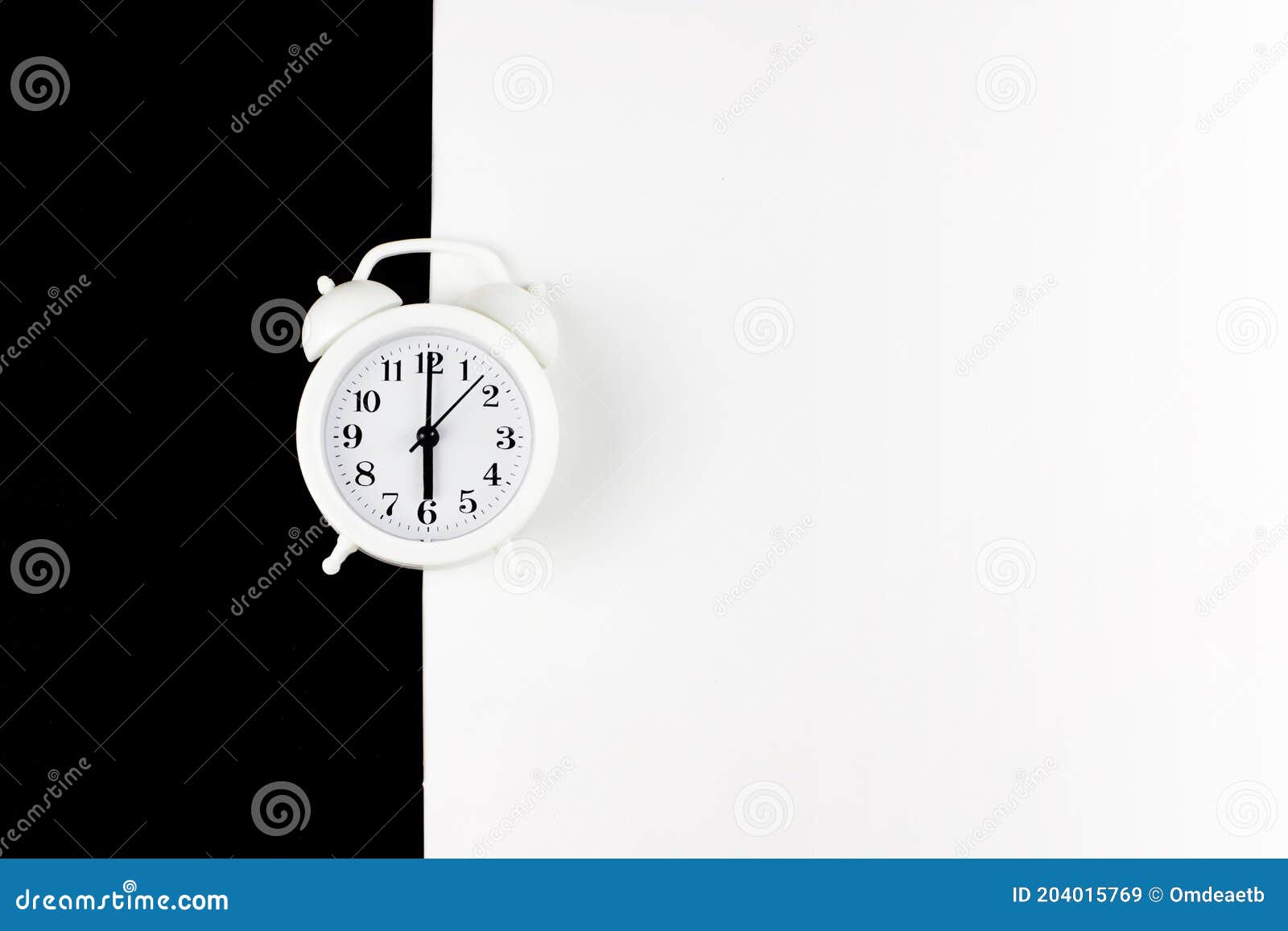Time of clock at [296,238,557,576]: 6:00
